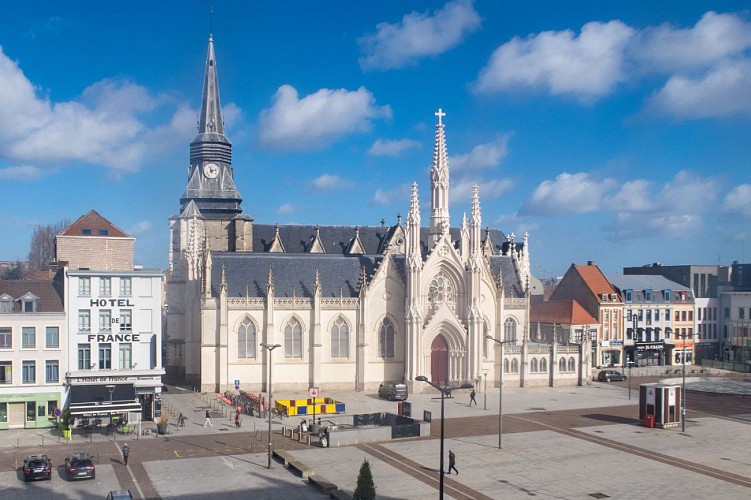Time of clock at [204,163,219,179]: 11:12
